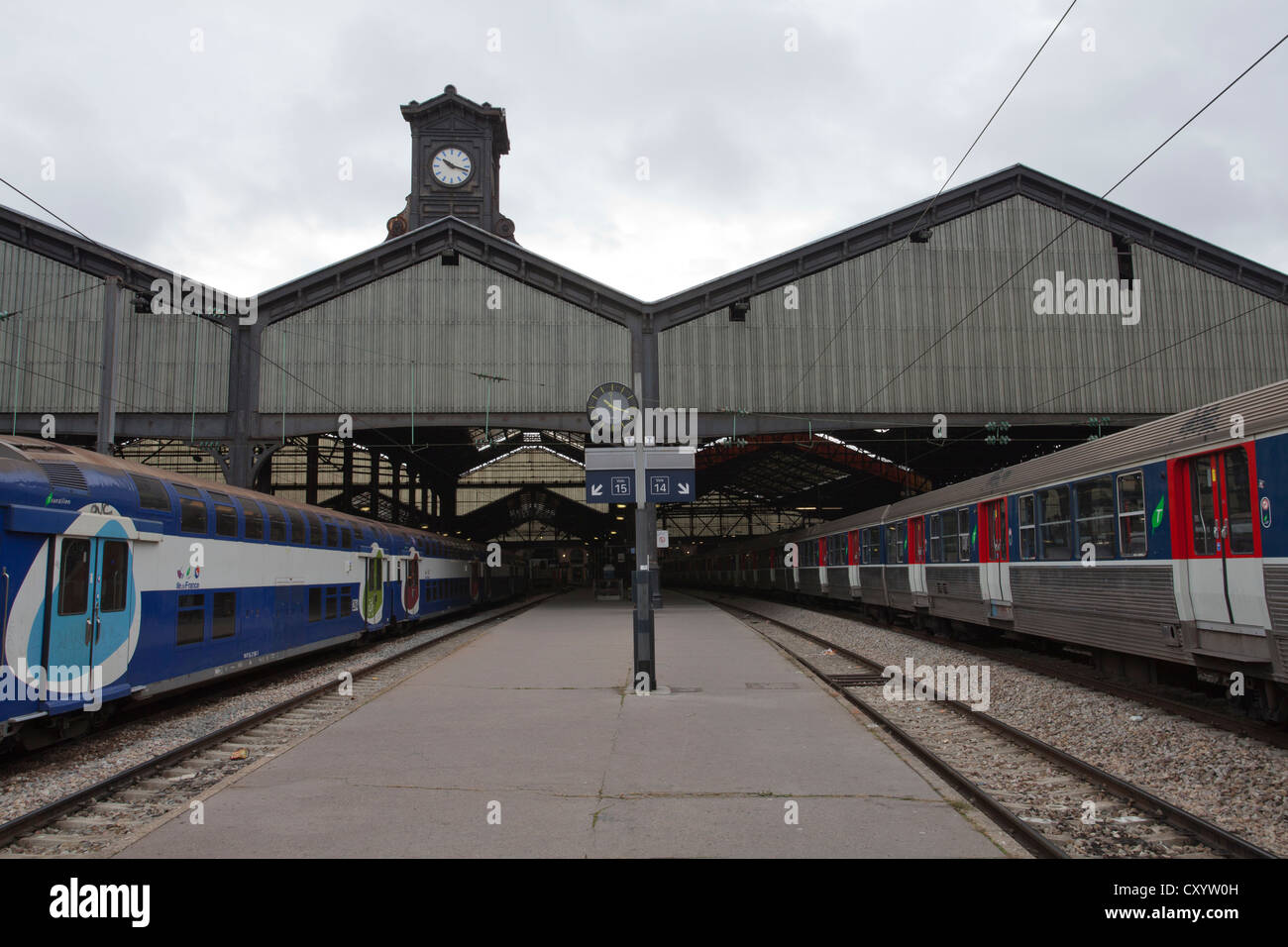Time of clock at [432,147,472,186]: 10:17
